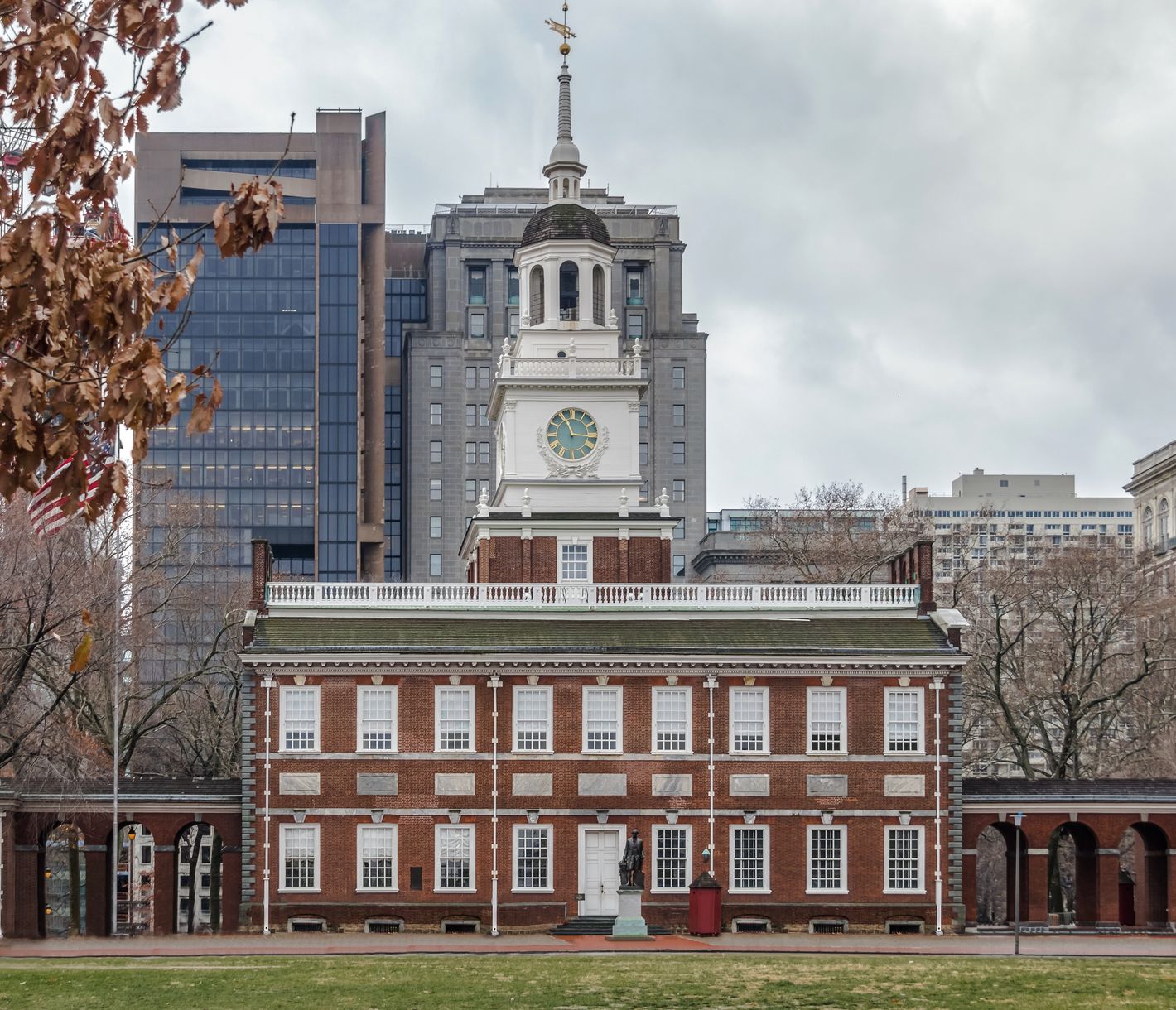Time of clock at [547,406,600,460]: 11:15
